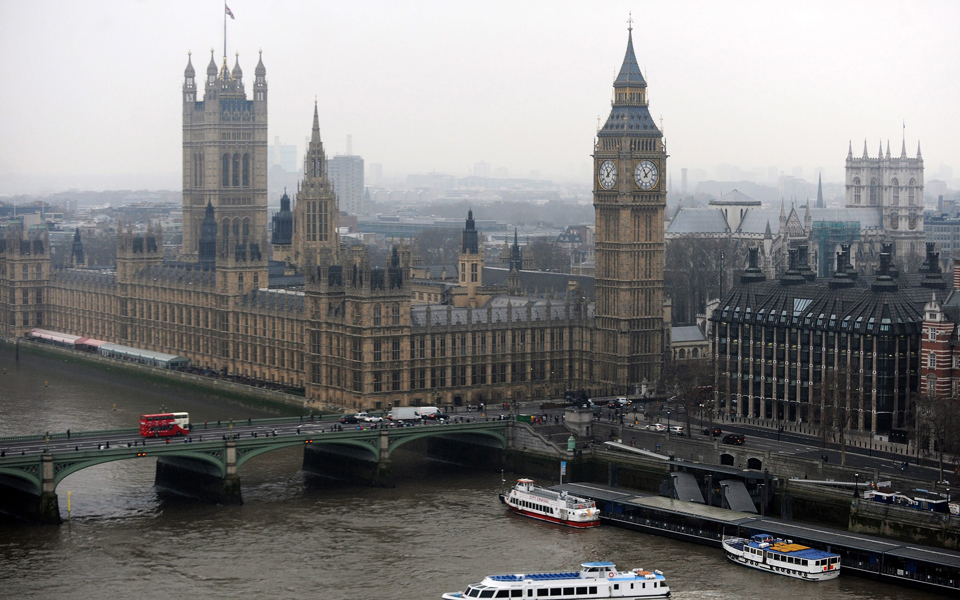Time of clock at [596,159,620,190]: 11:07
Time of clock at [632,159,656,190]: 11:07
